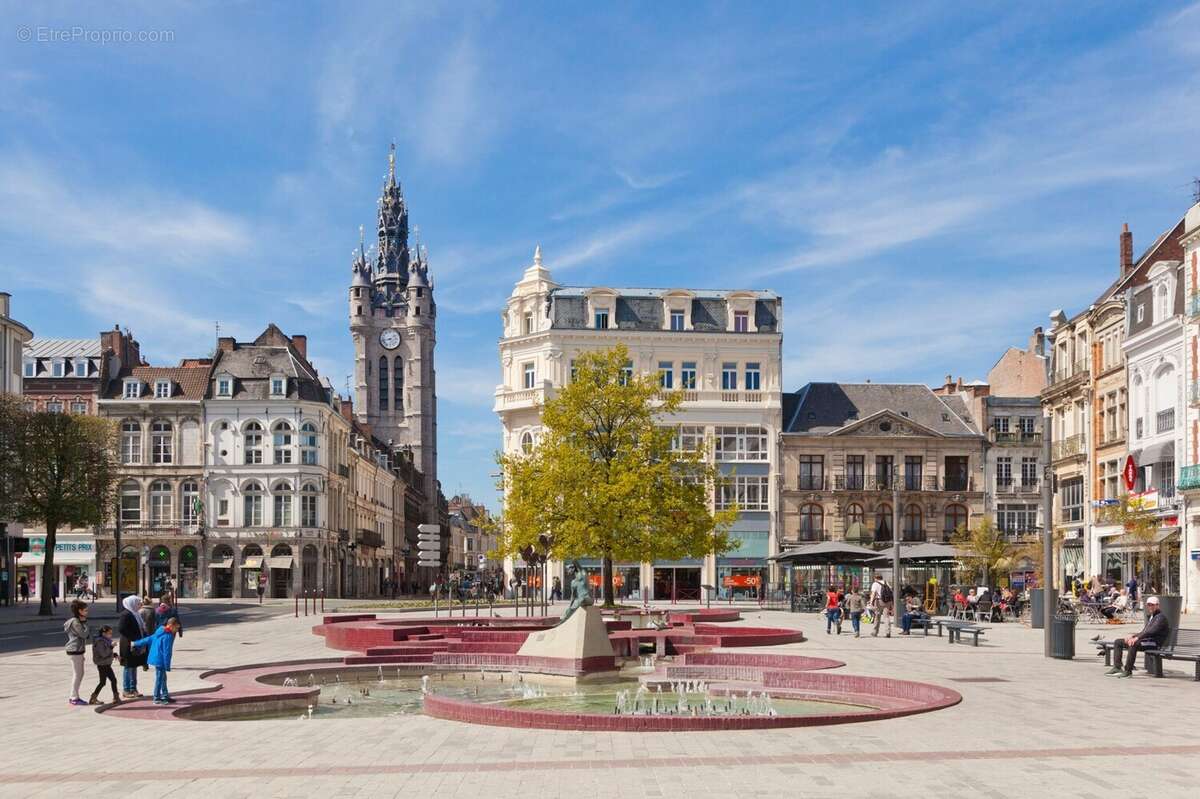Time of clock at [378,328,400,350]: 4:42
